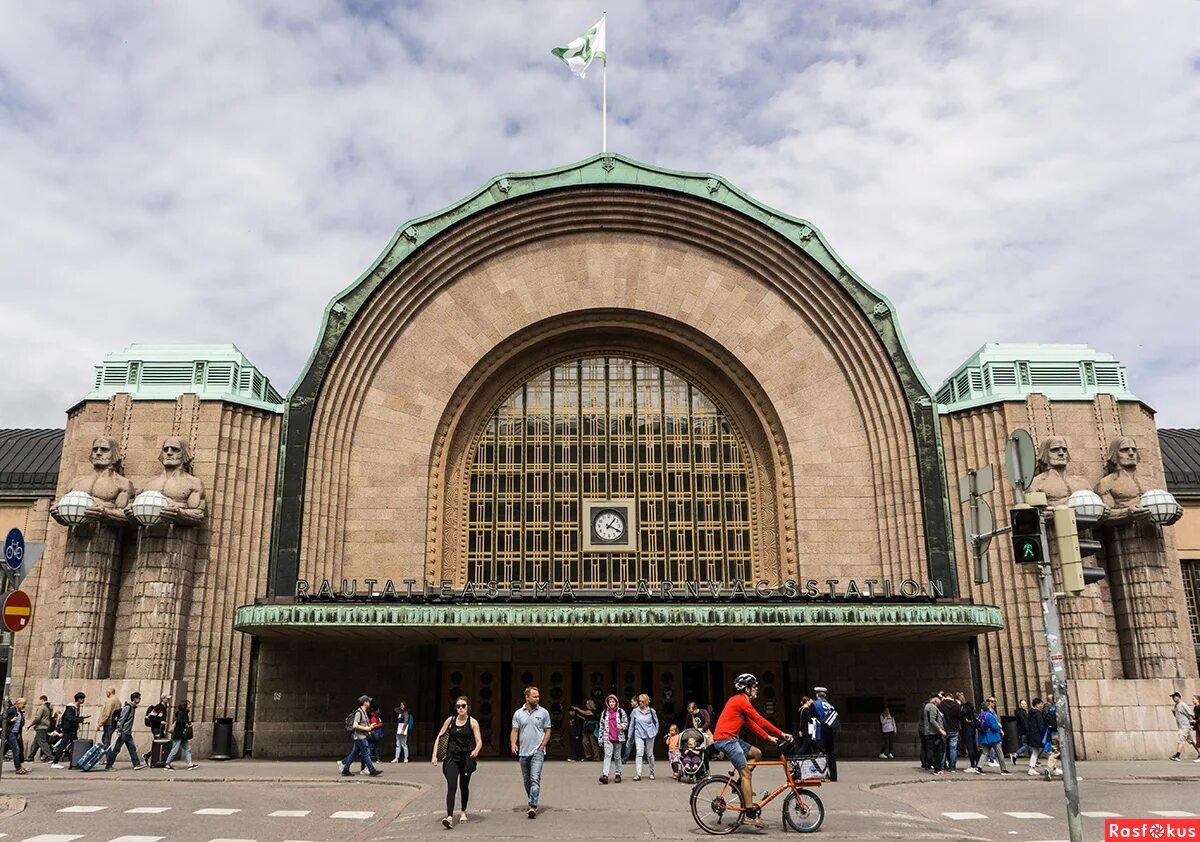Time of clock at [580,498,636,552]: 1:18
